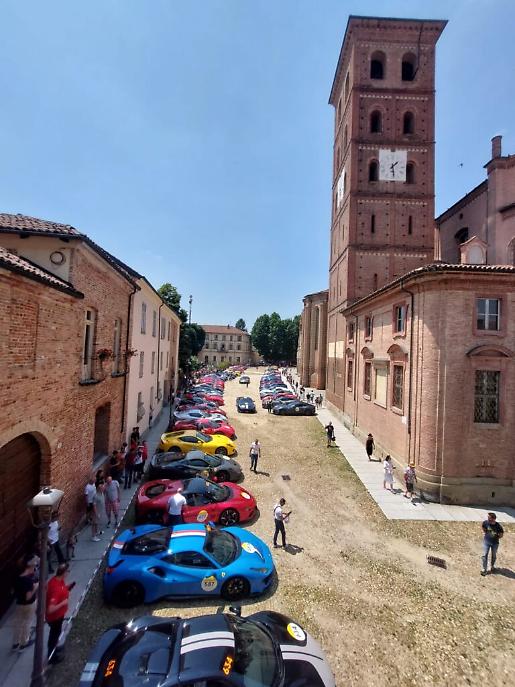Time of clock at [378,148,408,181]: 1:28
